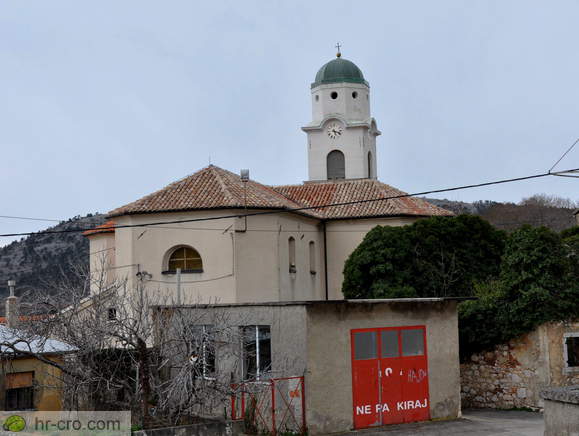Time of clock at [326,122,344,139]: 5:18
